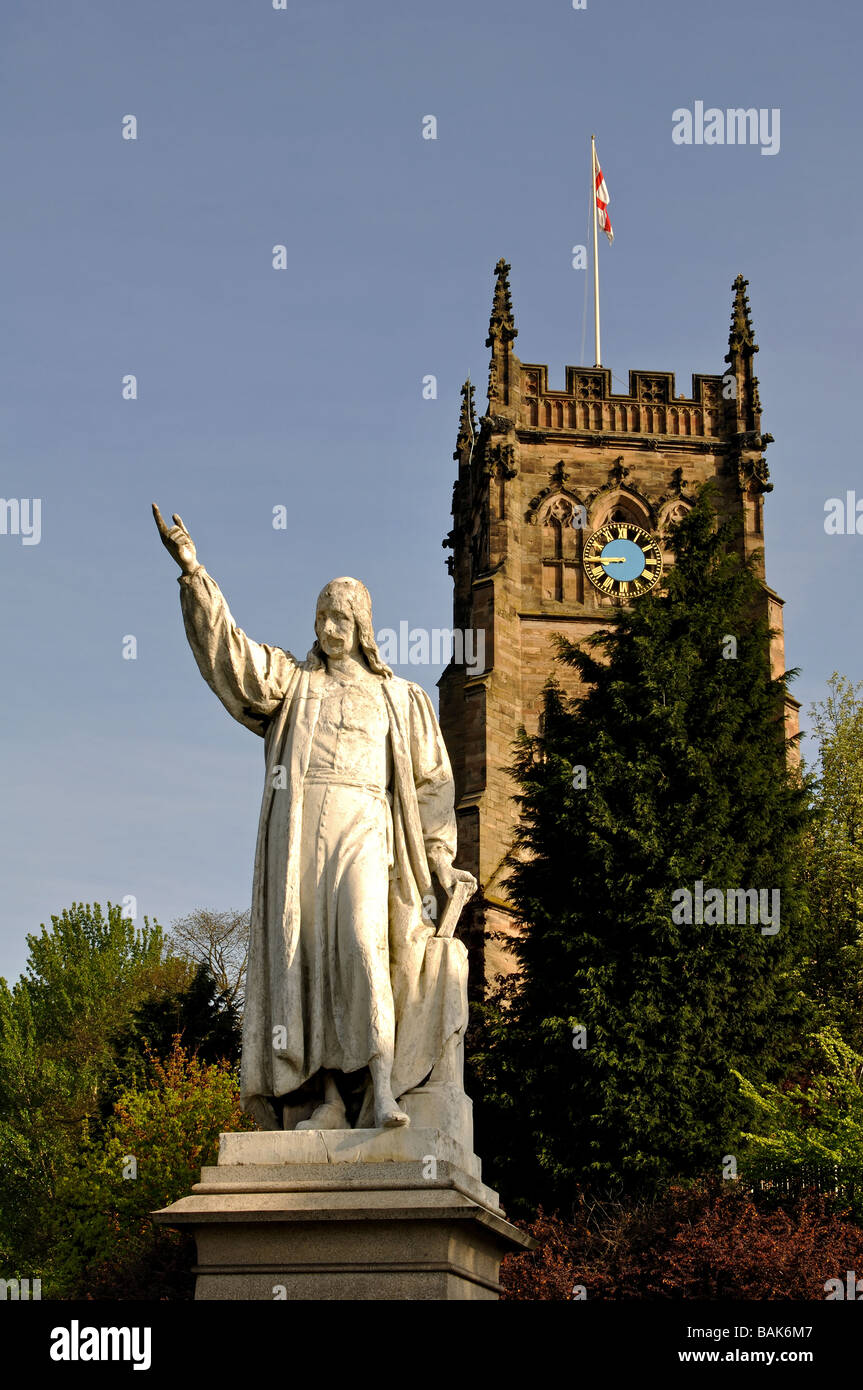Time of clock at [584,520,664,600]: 8:45
